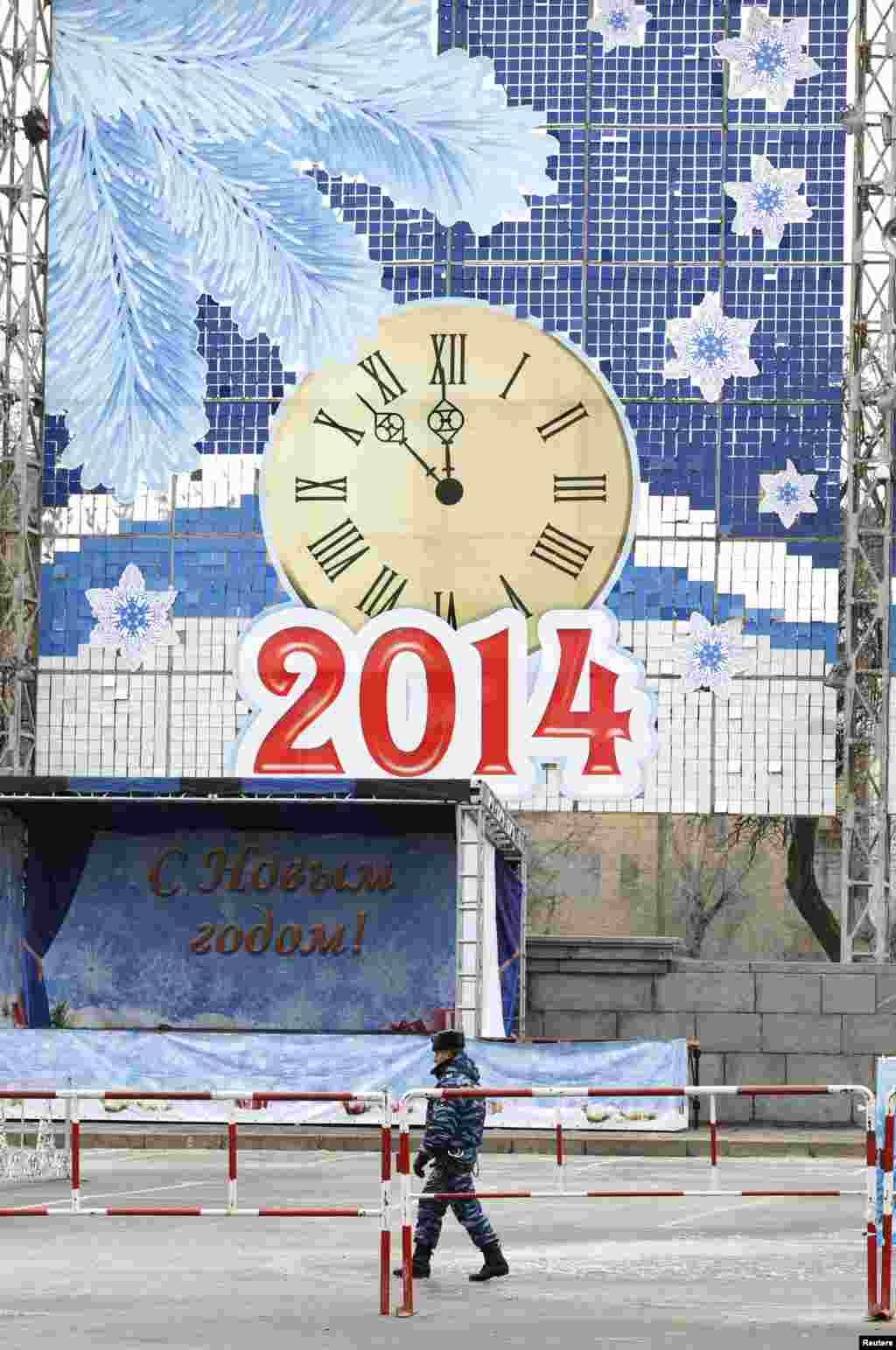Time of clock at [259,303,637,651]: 11:52
